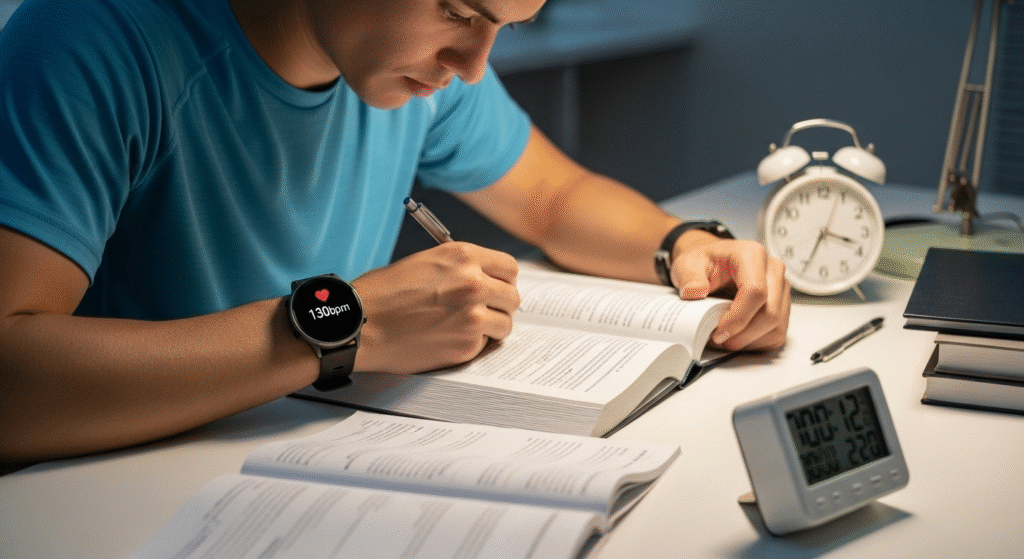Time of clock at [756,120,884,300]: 3:34
